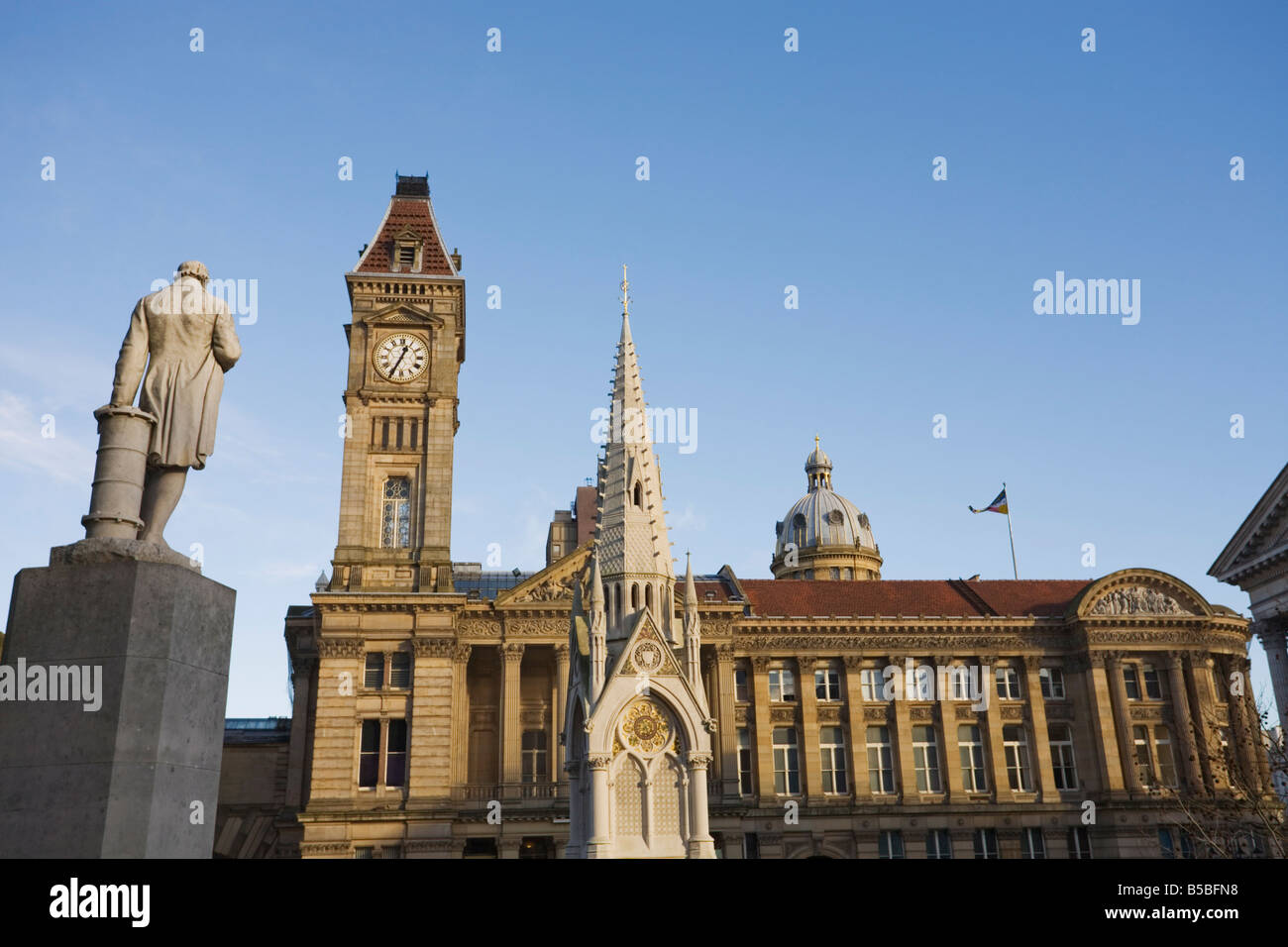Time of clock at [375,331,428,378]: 12:34
